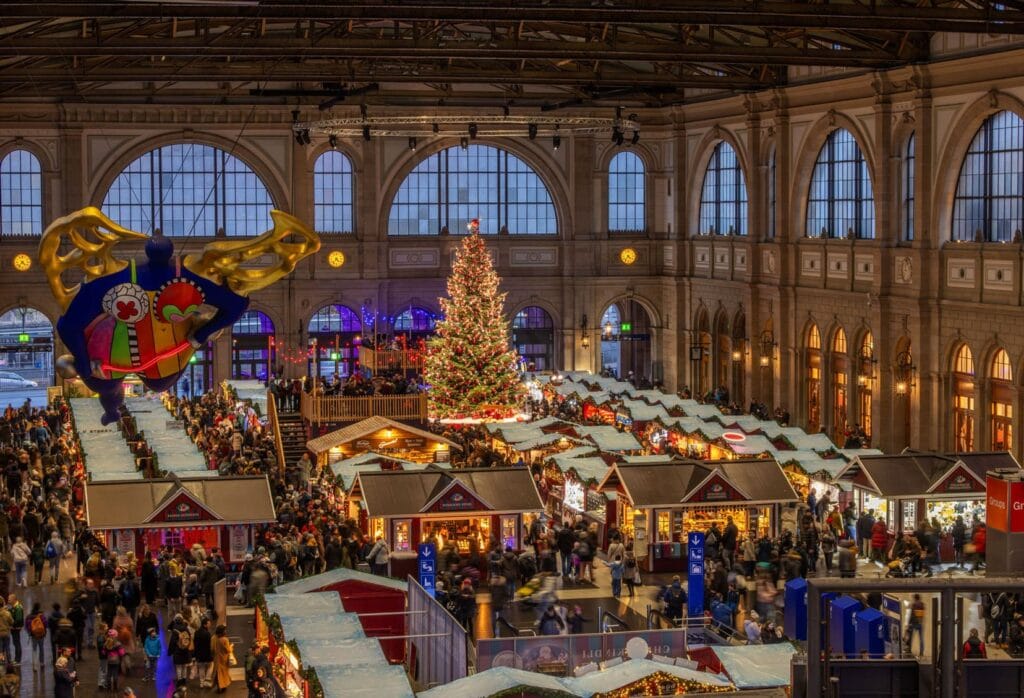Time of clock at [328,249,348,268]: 4:36
